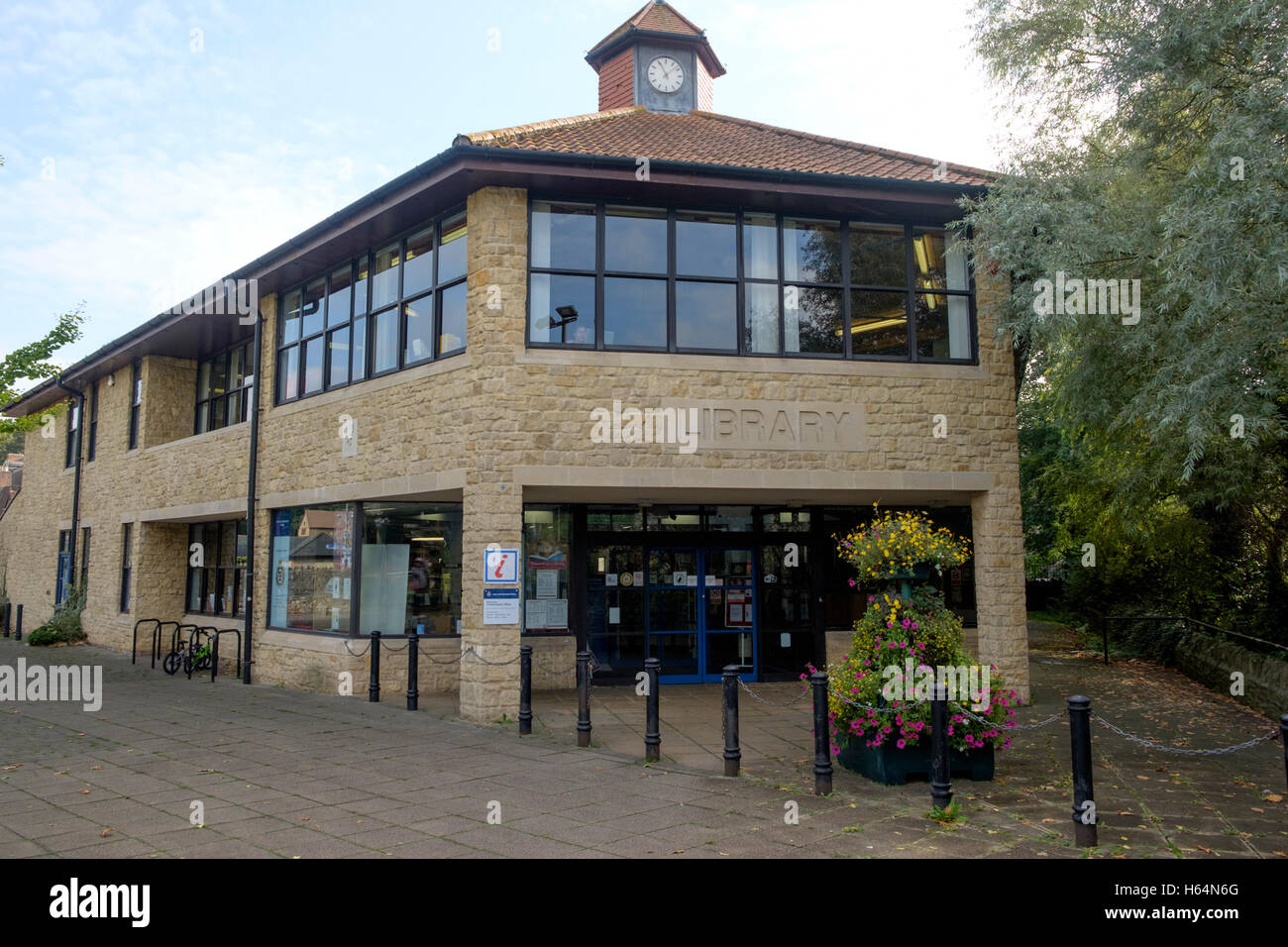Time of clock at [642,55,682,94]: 11:07
